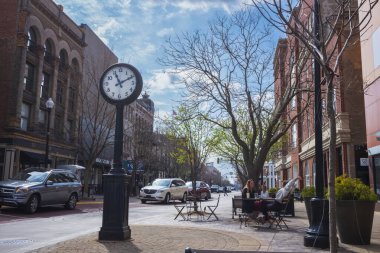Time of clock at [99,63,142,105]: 11:10
